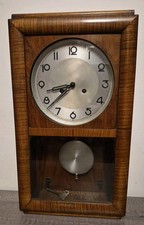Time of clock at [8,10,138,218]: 8:38
